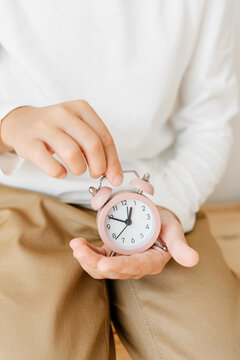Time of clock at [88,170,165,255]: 12:49
